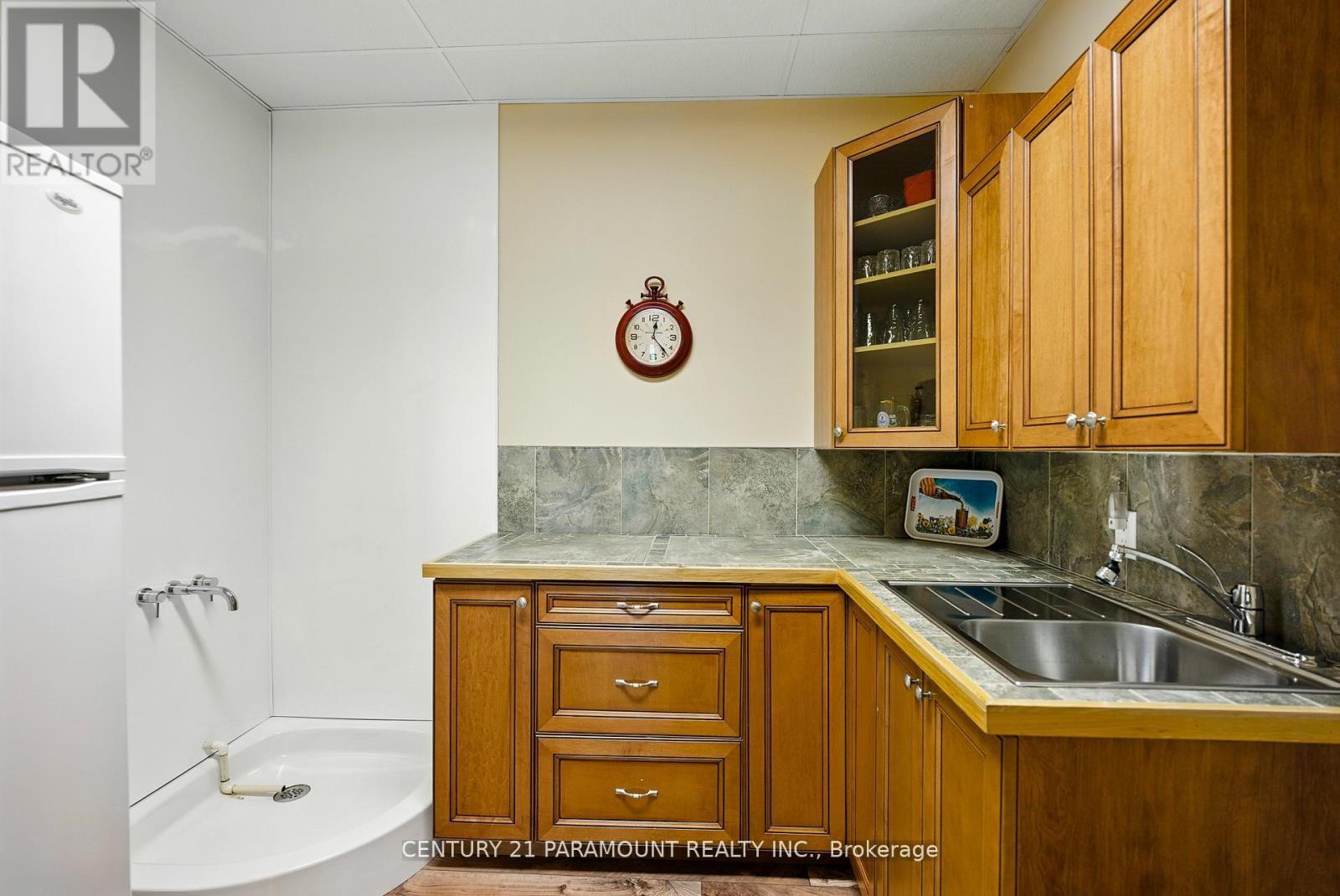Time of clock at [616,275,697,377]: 12:23
